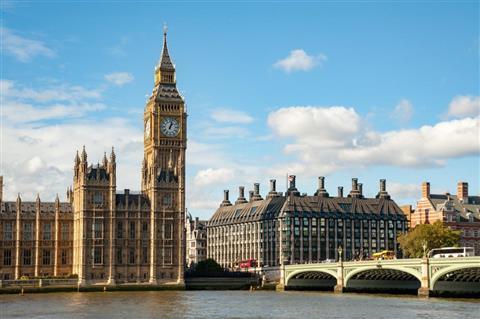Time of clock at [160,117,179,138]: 1:02
